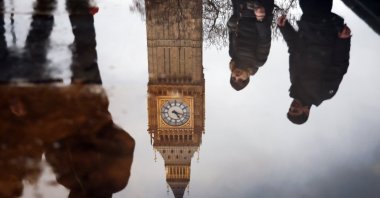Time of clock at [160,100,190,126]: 5:17
